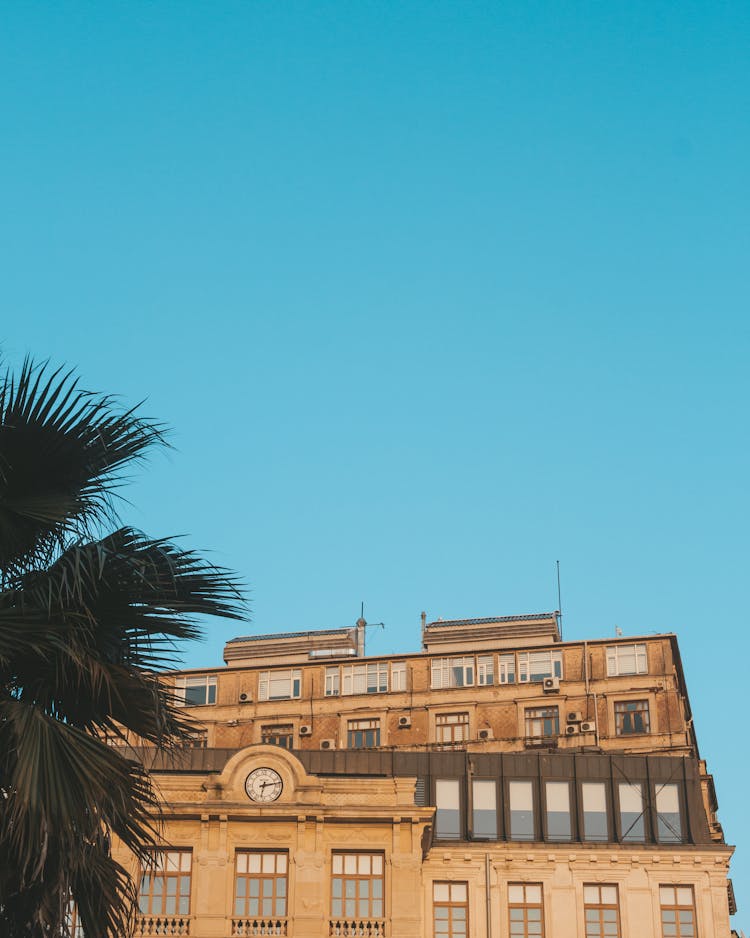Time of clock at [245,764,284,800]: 6:13
